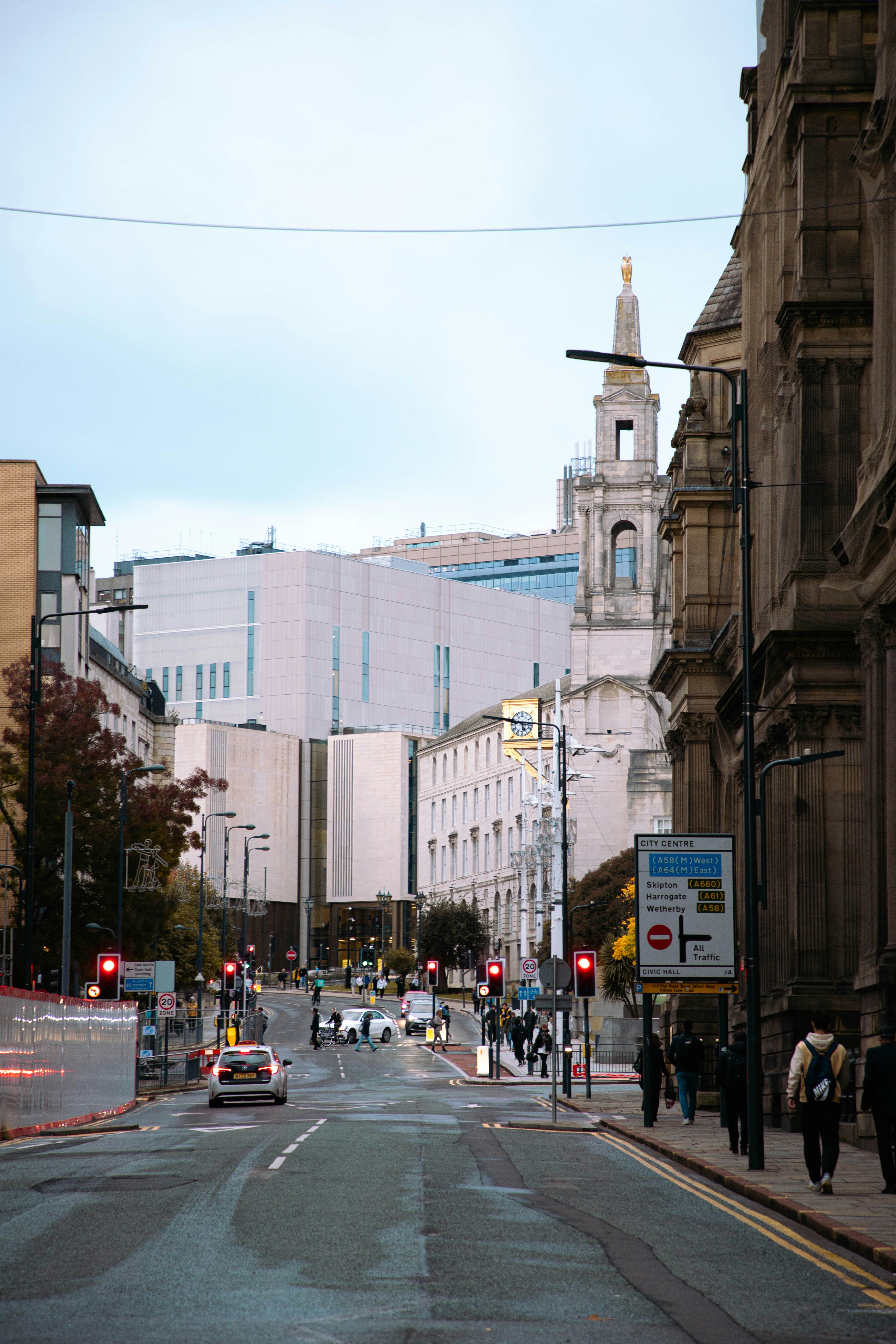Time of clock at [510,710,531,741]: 5:15
